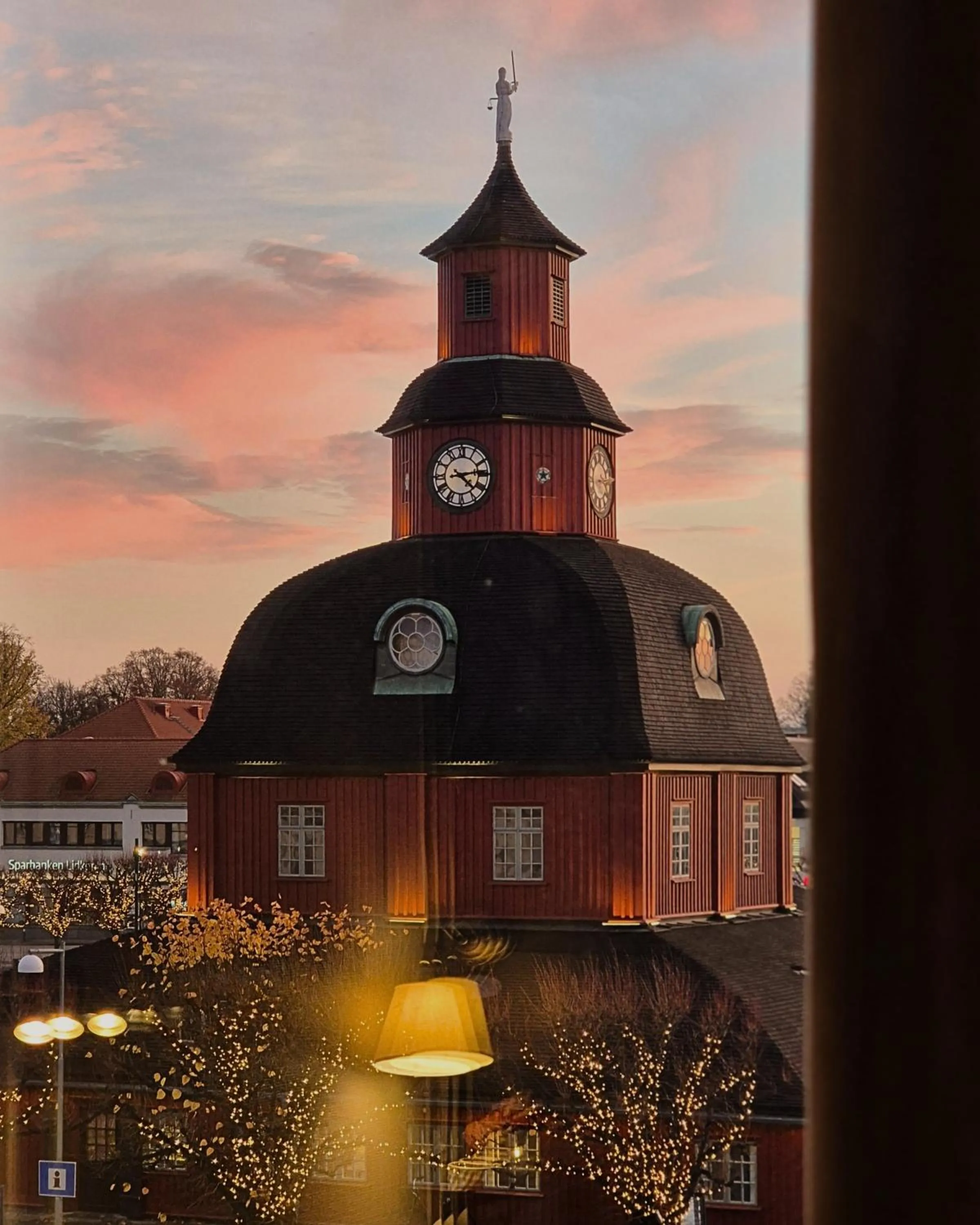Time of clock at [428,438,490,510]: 4:13
